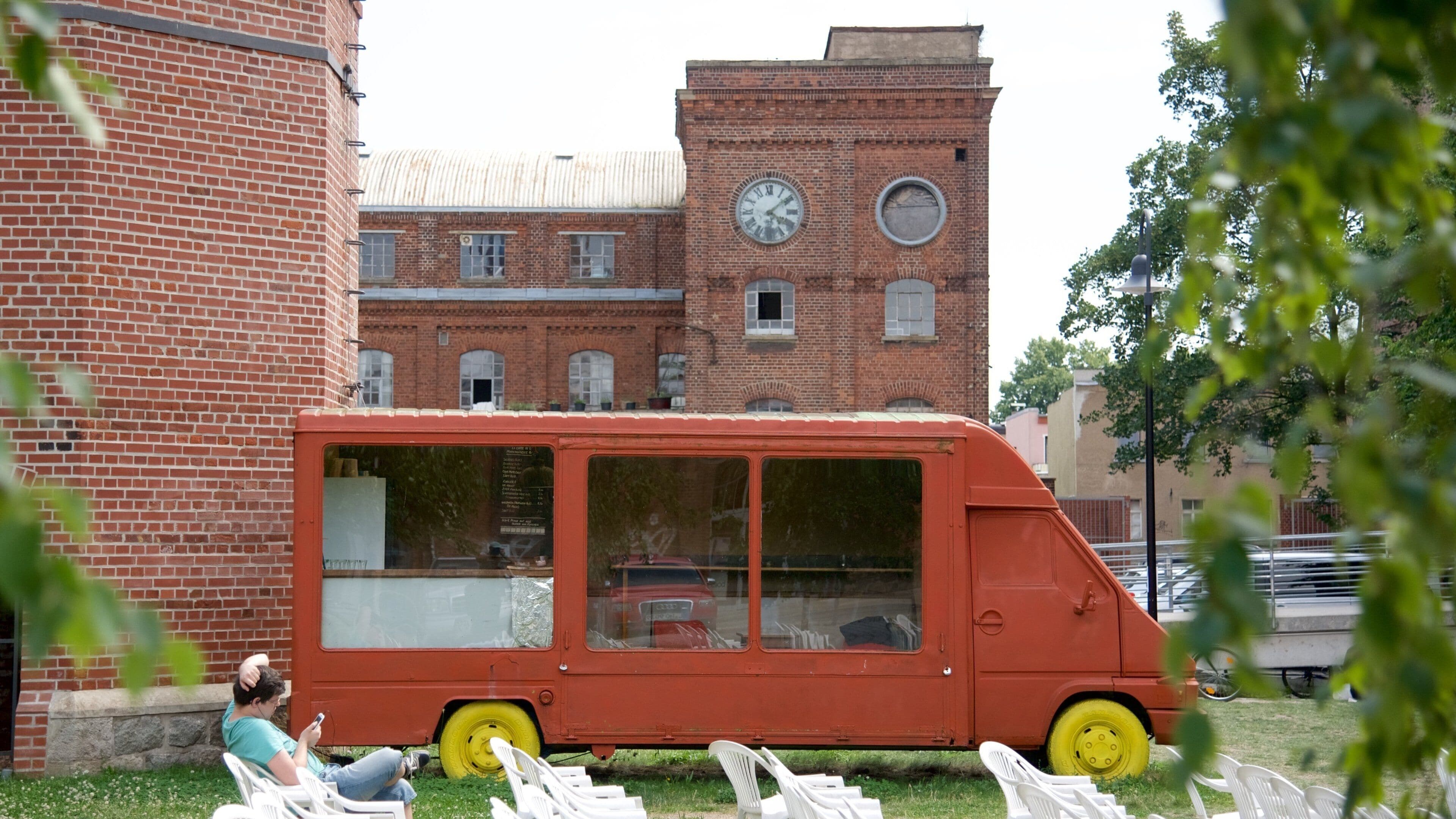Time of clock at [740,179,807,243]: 4:08
